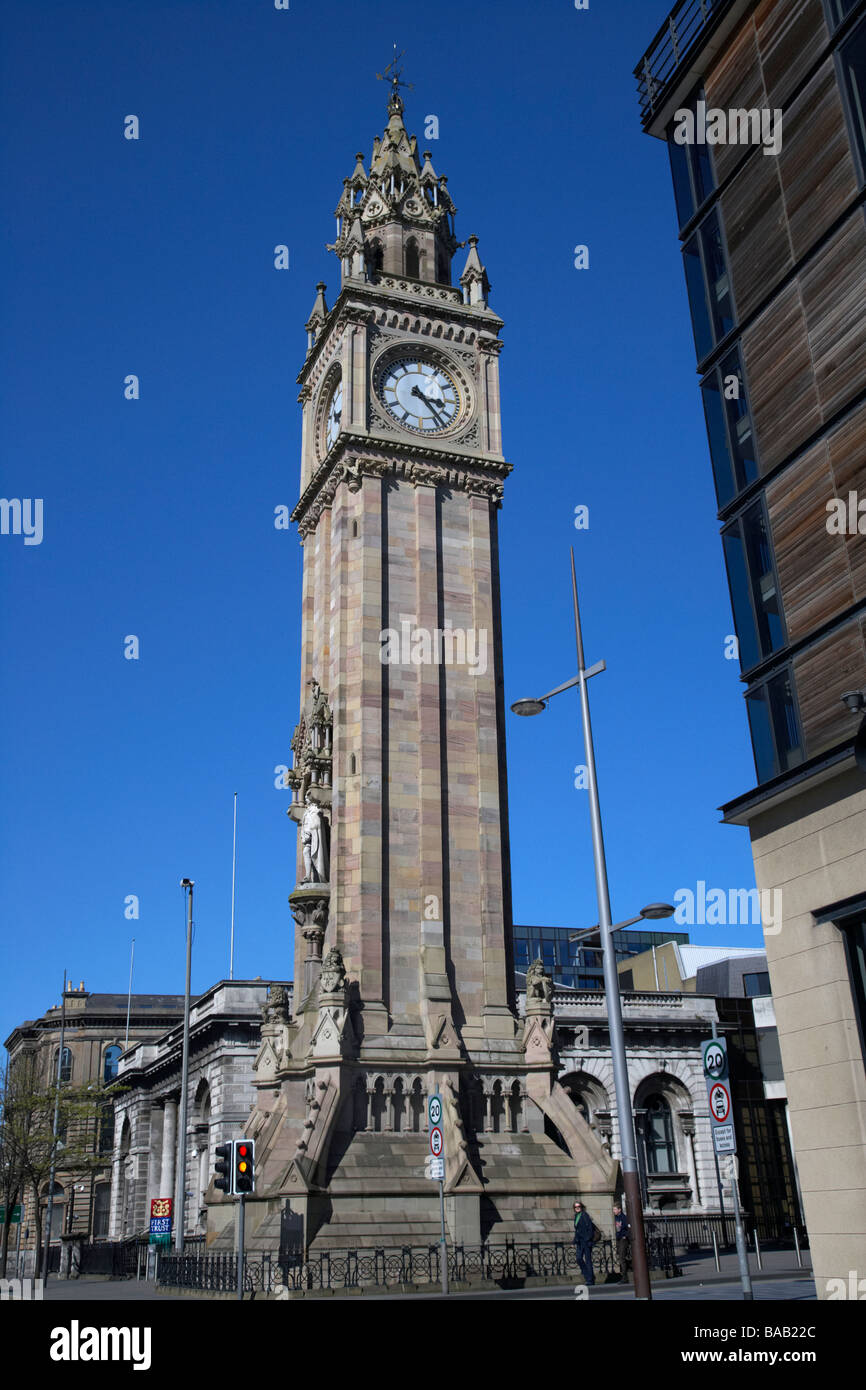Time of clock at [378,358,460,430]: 3:23
